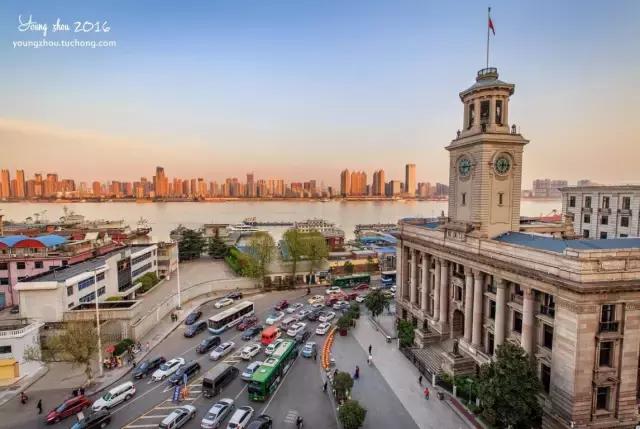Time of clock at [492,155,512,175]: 6:14
